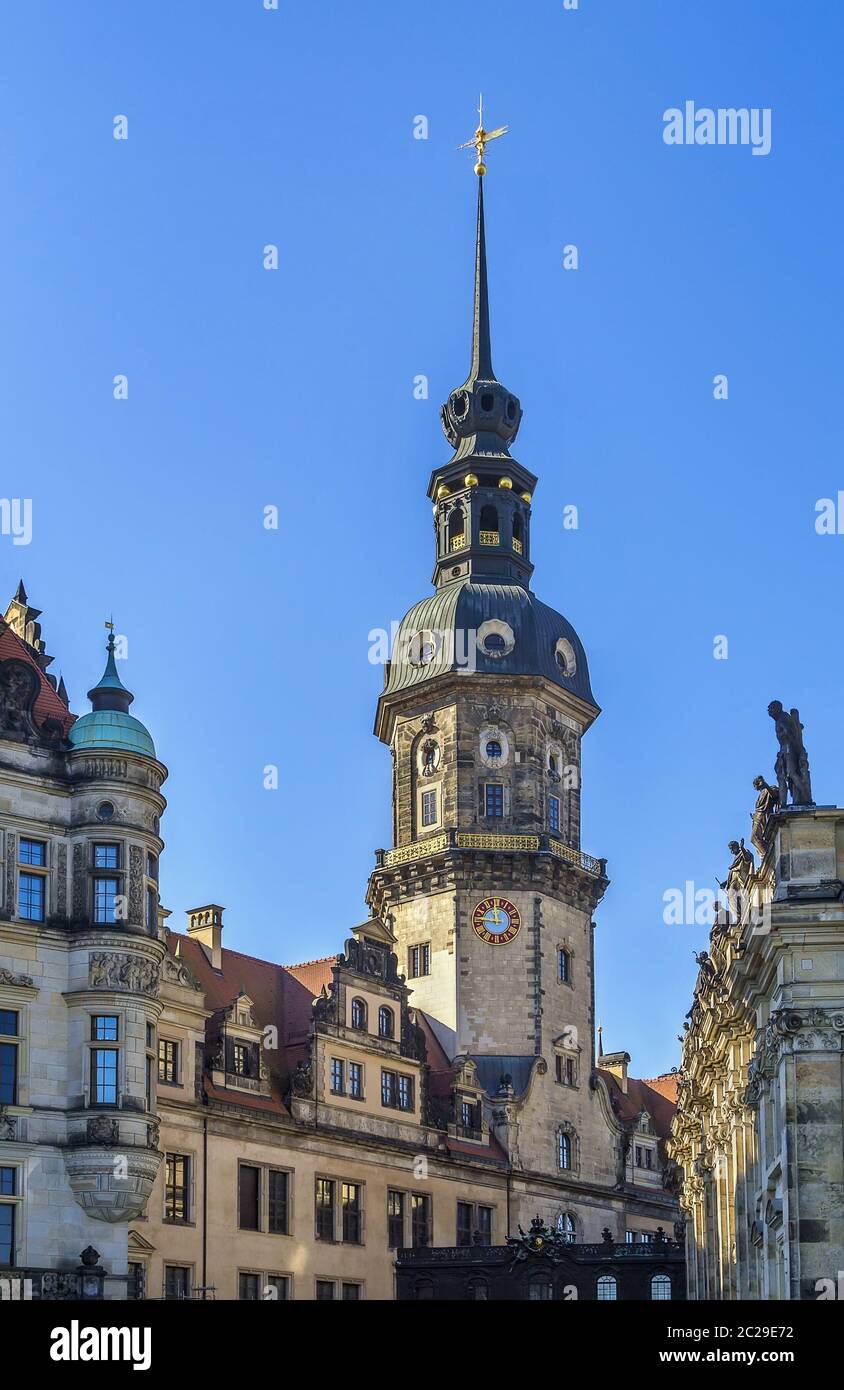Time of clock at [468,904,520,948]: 11:46
